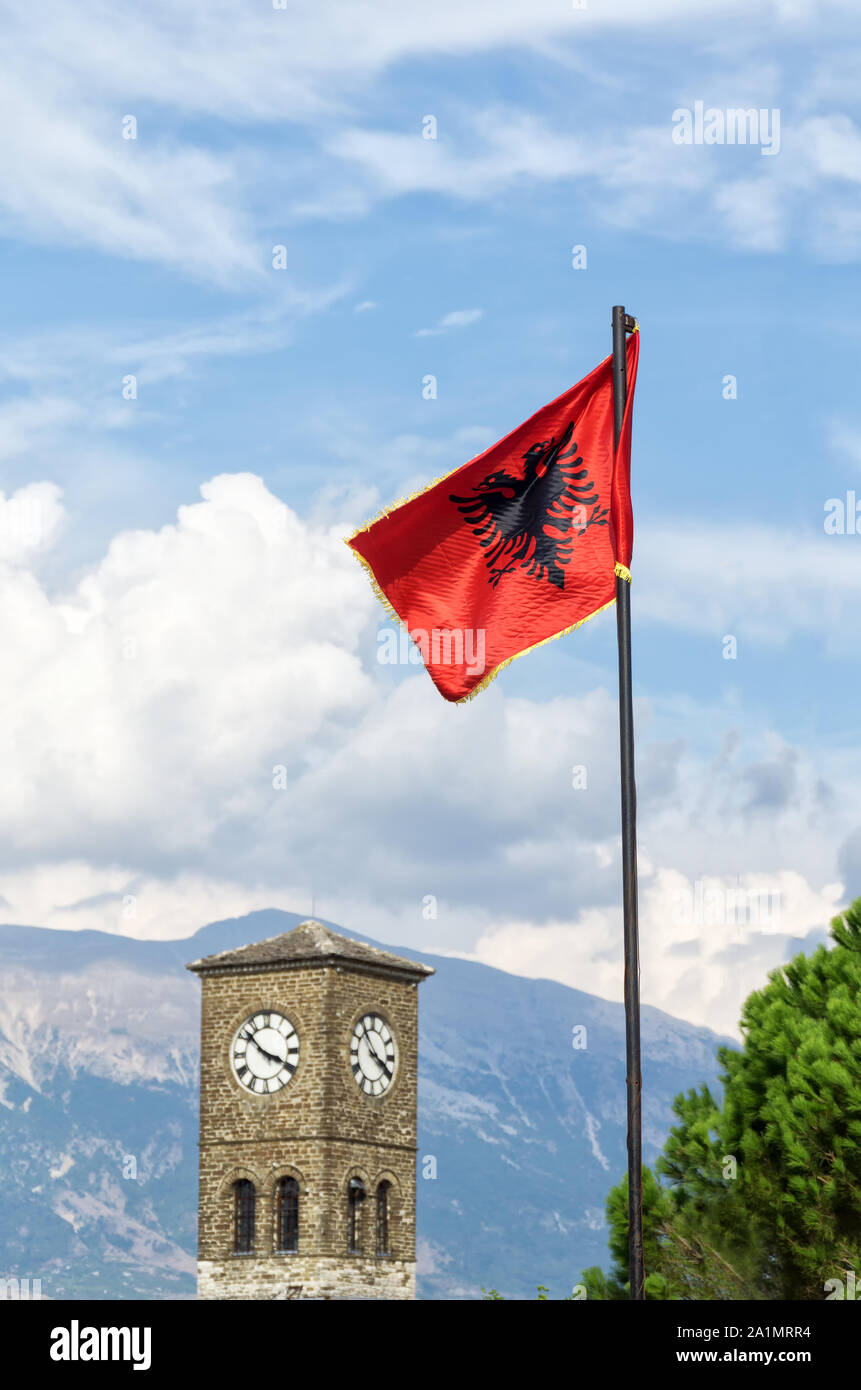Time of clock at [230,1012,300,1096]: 3:52
